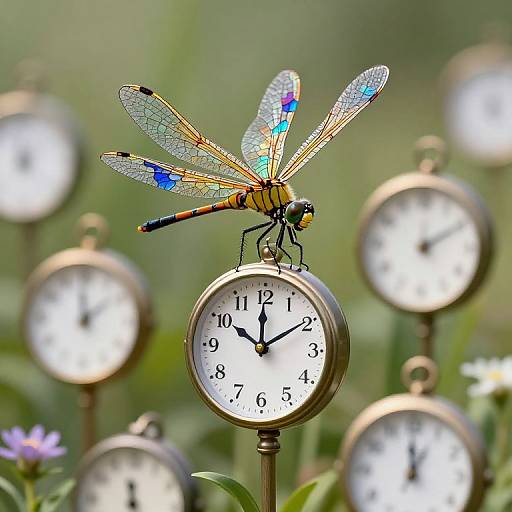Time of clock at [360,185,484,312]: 12:09
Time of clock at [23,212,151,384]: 1:59
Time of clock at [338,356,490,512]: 12:59
